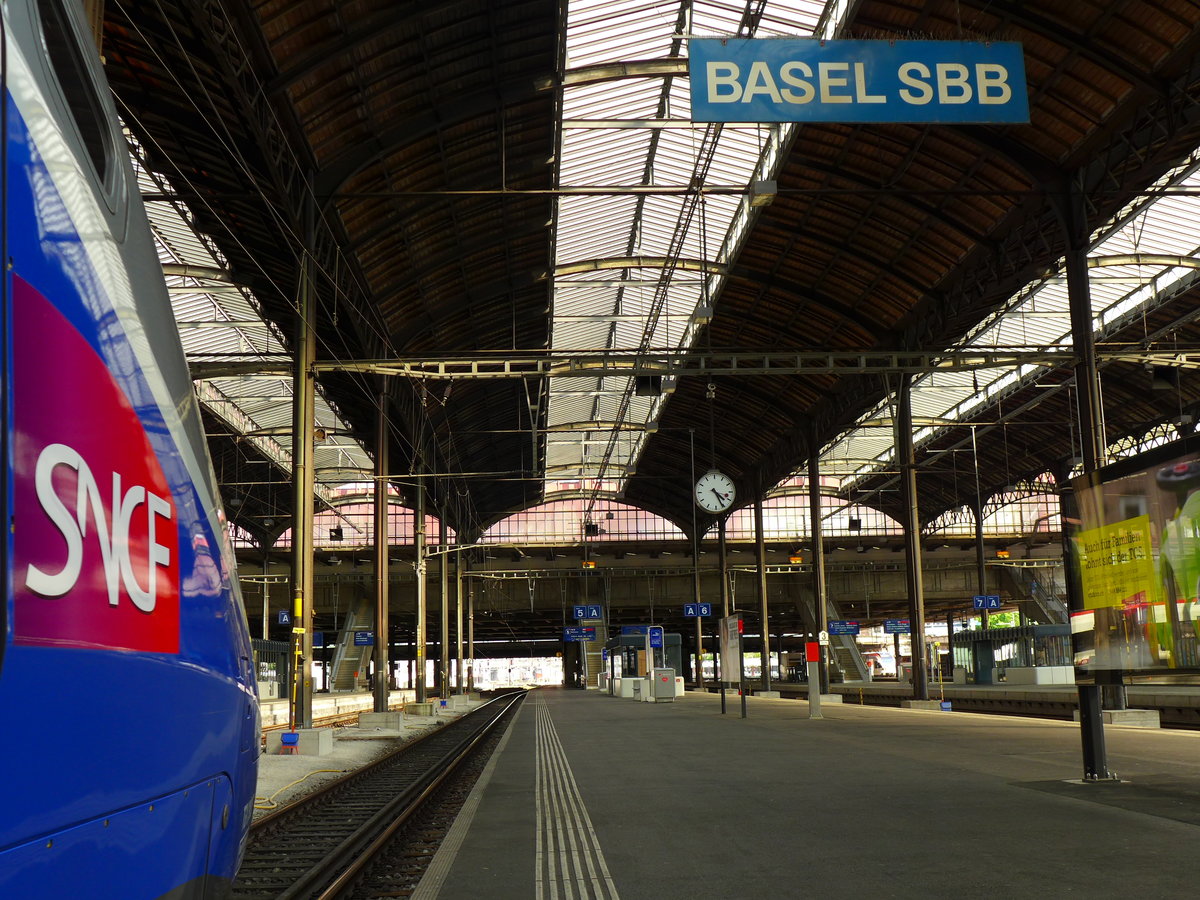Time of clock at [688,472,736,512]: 4:26
